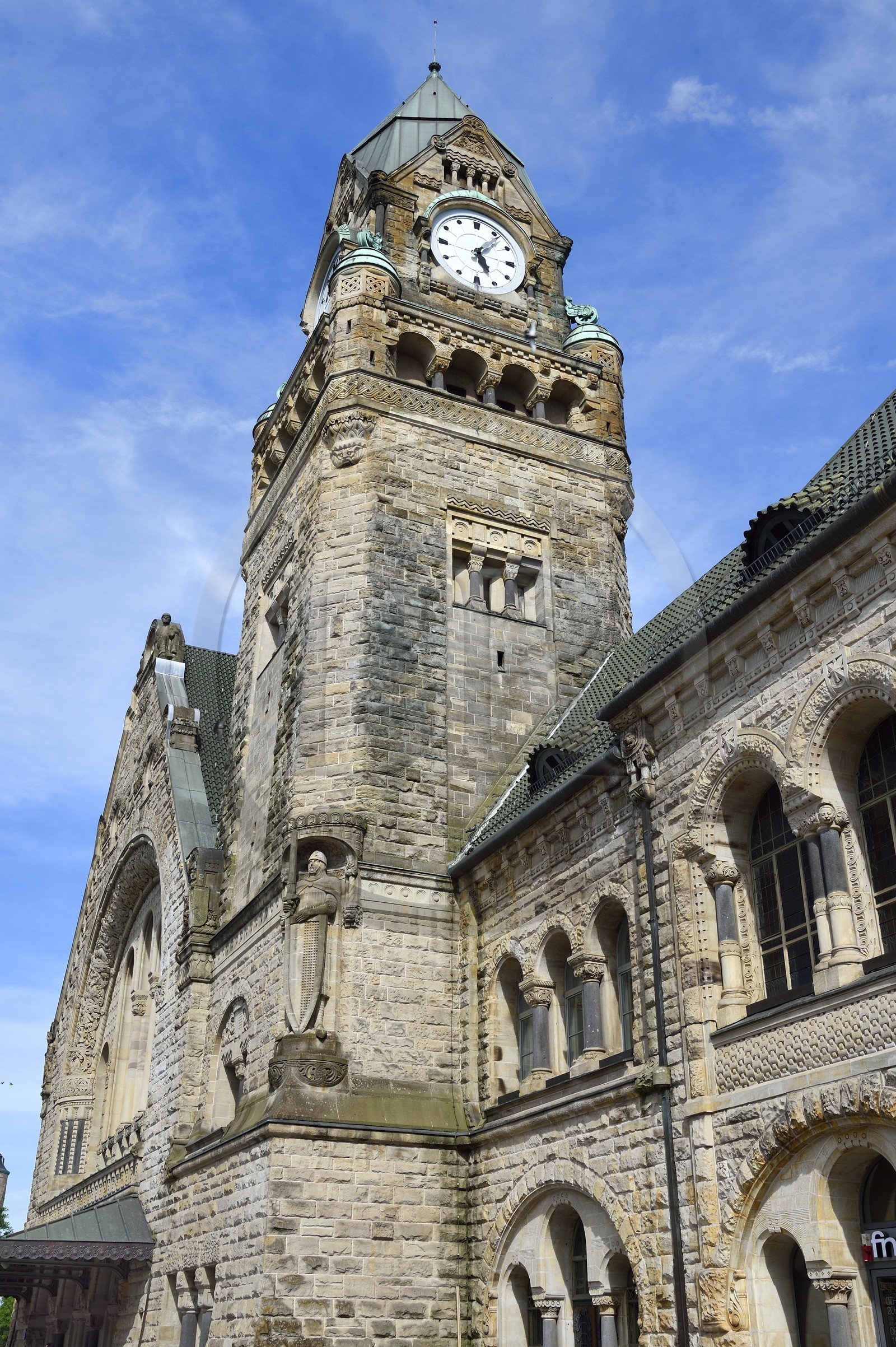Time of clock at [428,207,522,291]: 5:06
